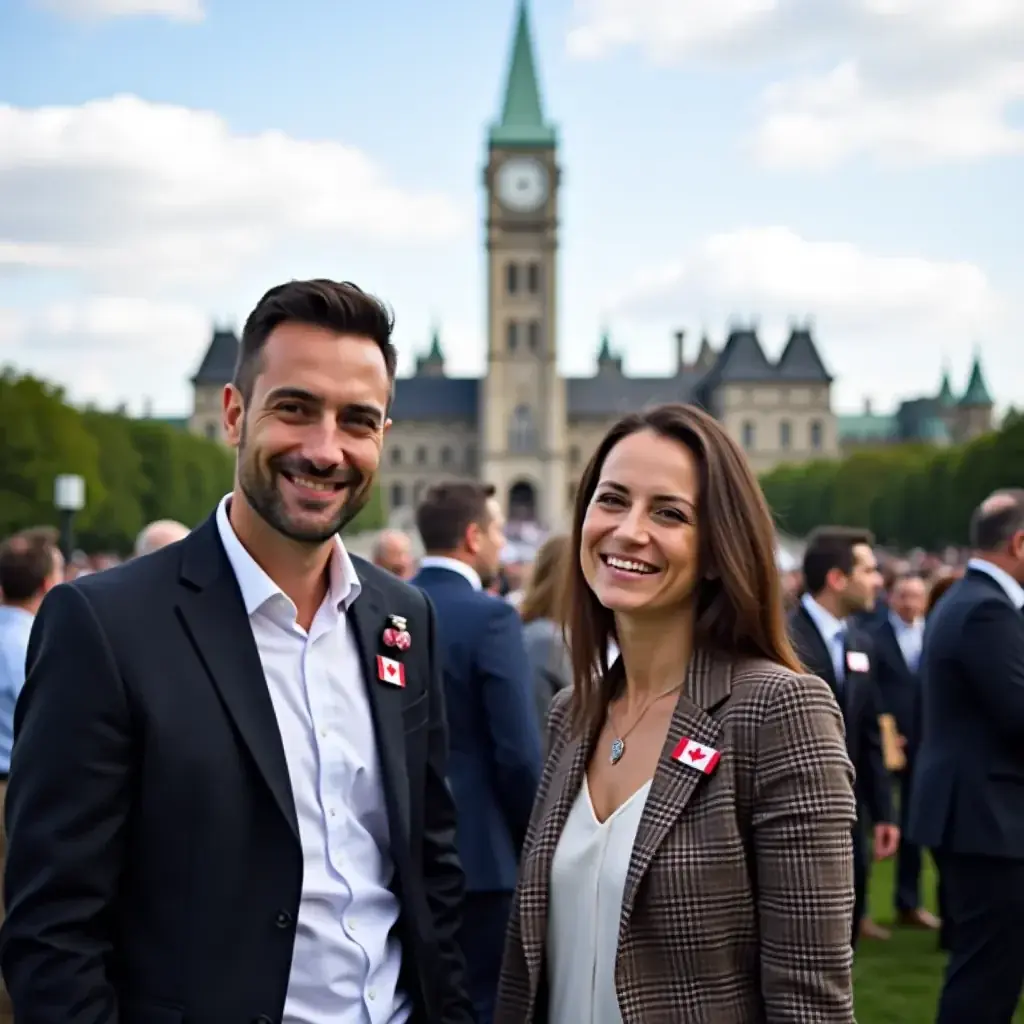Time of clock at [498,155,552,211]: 4:12
